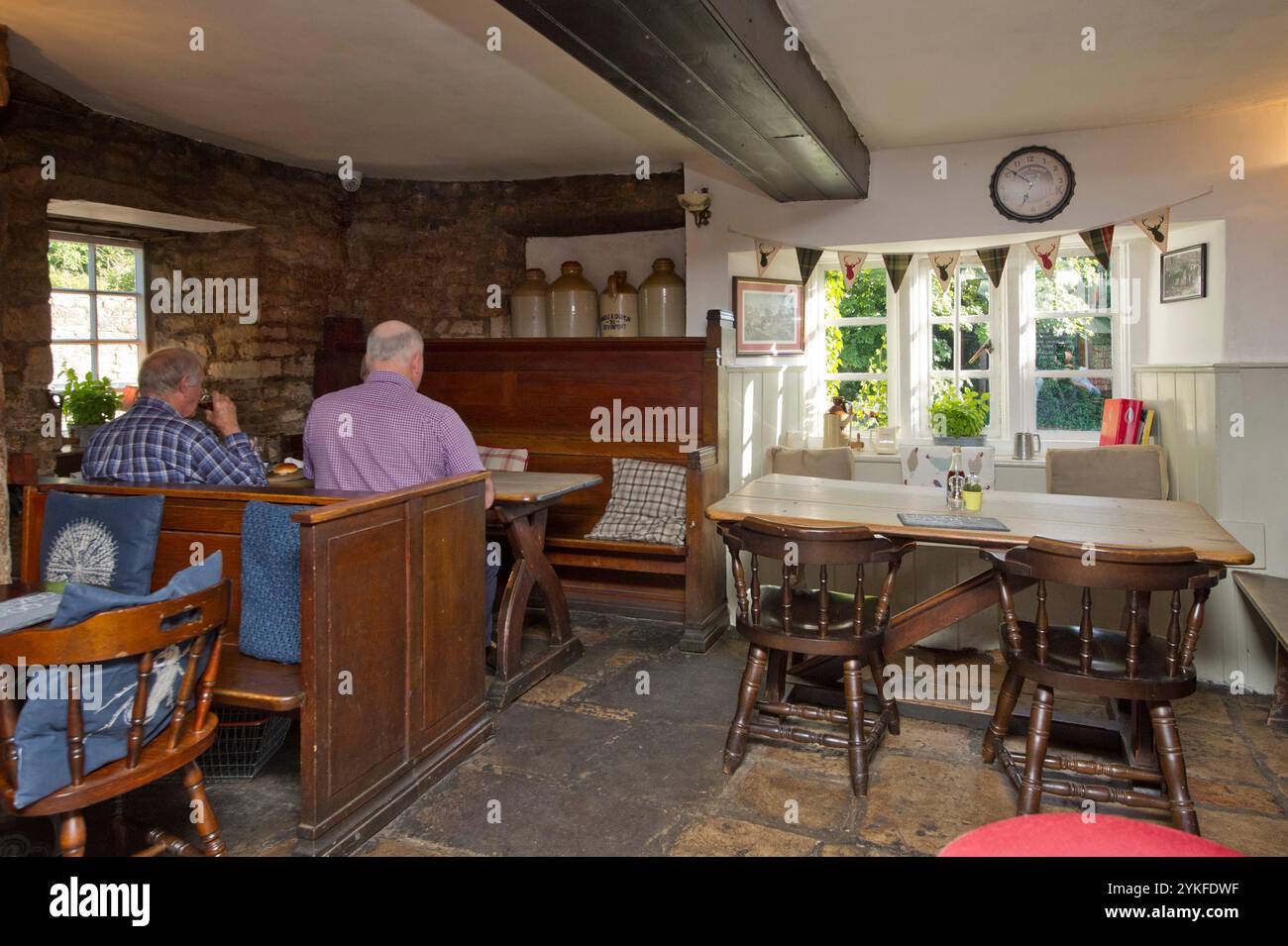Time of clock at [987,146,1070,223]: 6:51
